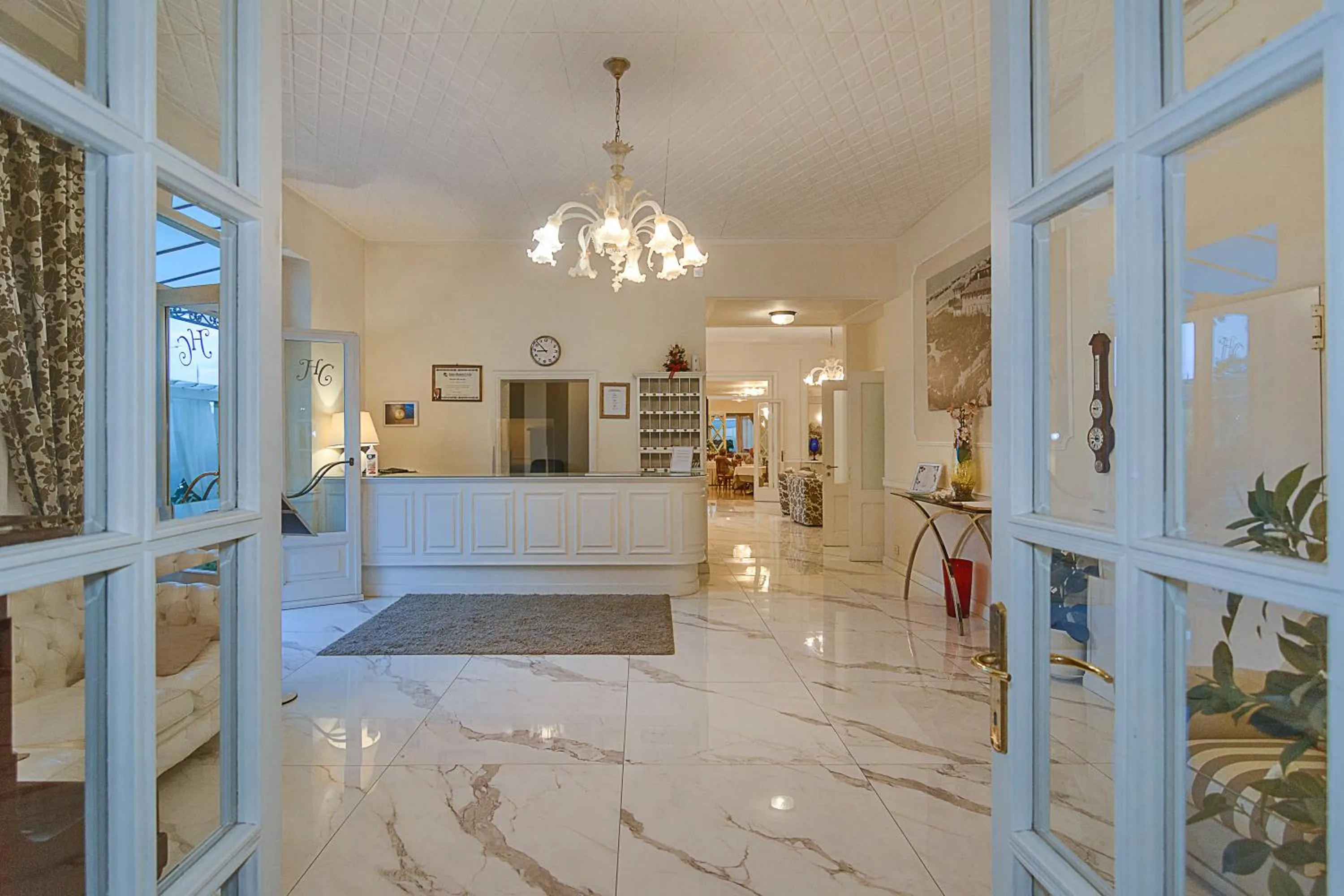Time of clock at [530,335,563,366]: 8:52
